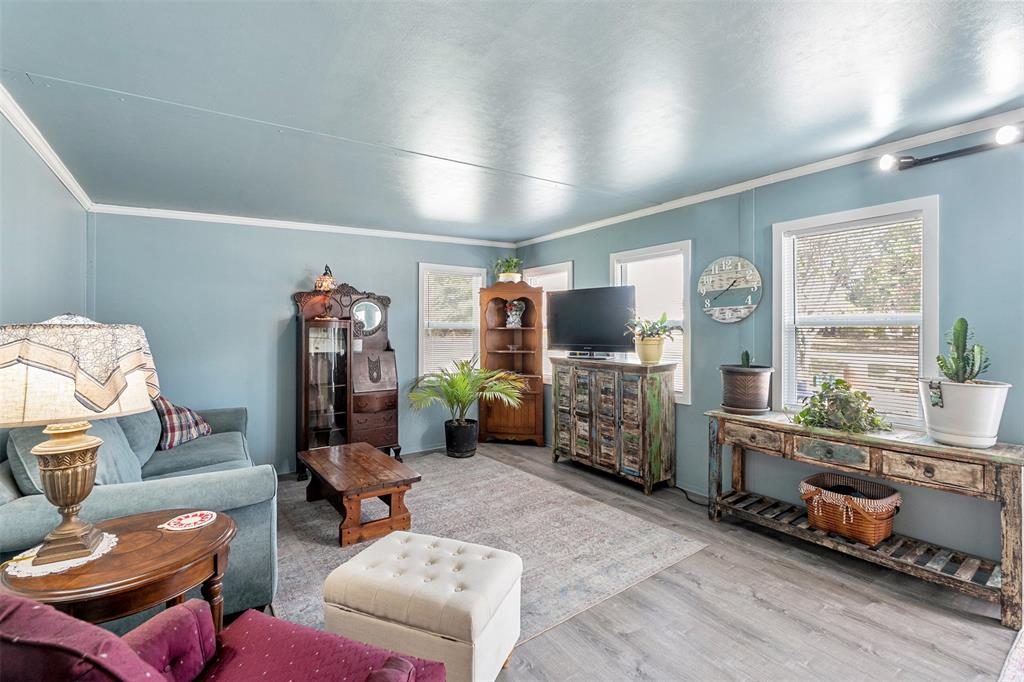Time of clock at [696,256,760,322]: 1:39
